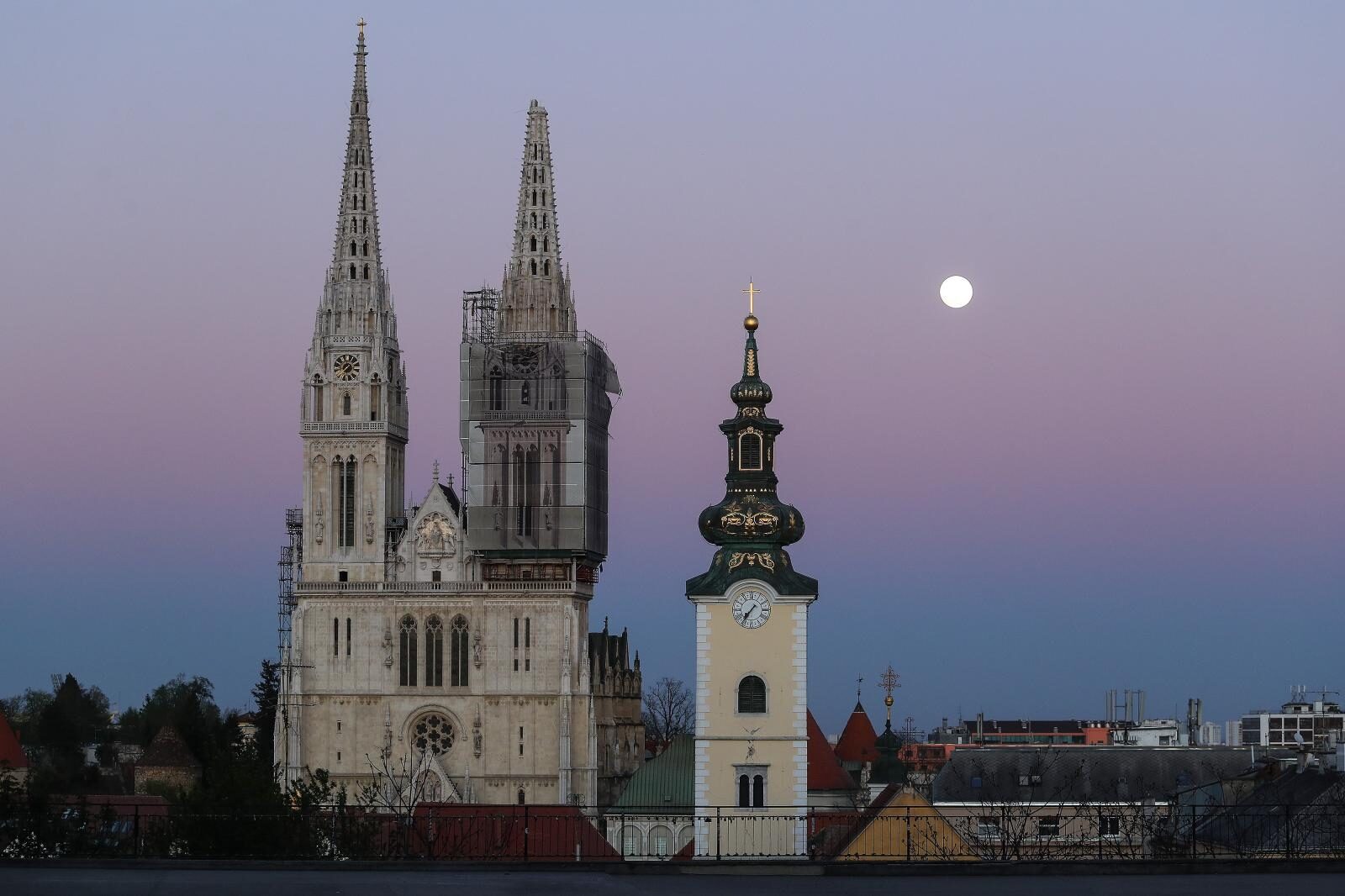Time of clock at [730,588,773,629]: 7:36
